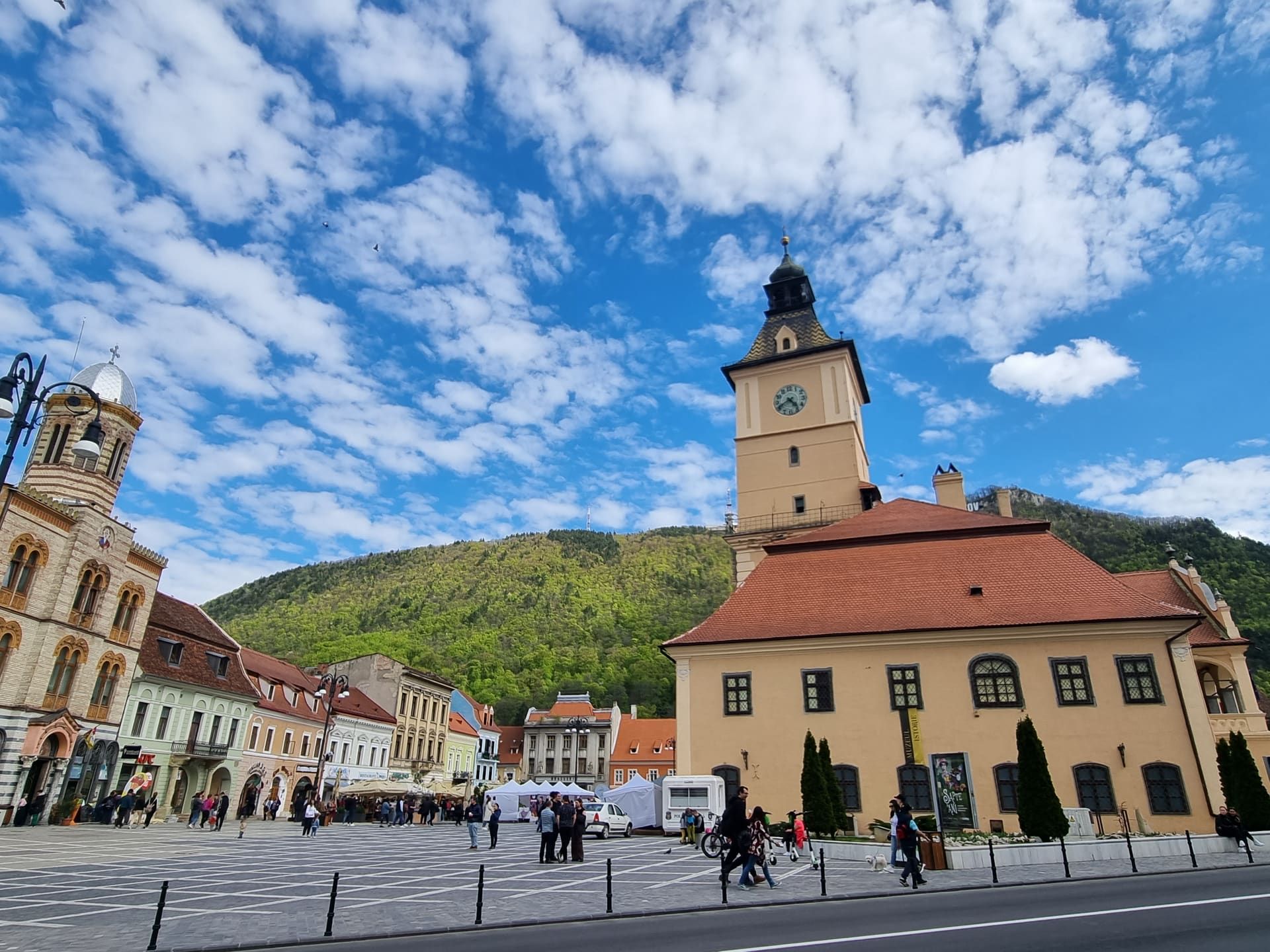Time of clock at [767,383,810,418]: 4:40
